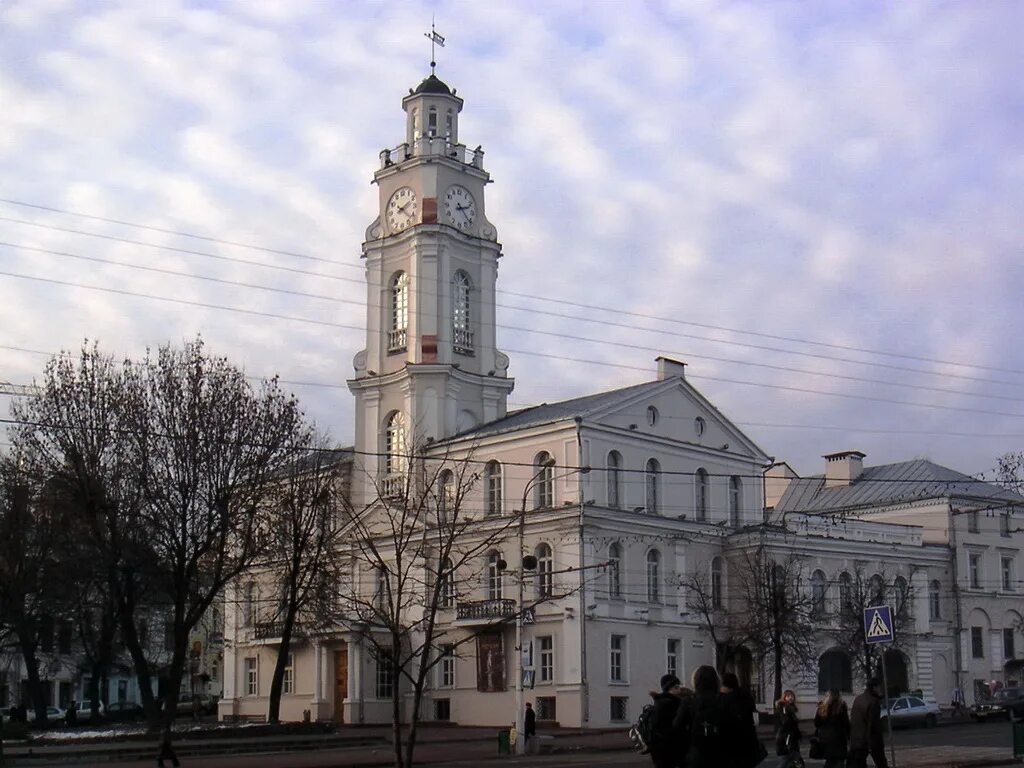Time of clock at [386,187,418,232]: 2:21
